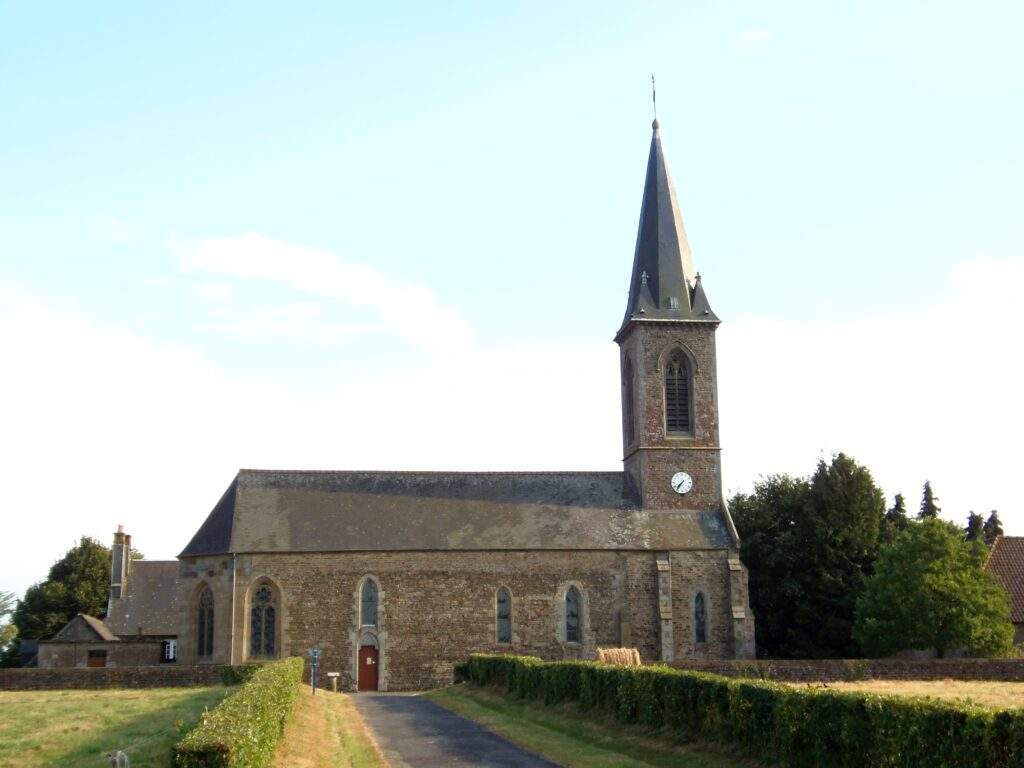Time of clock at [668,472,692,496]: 7:36
